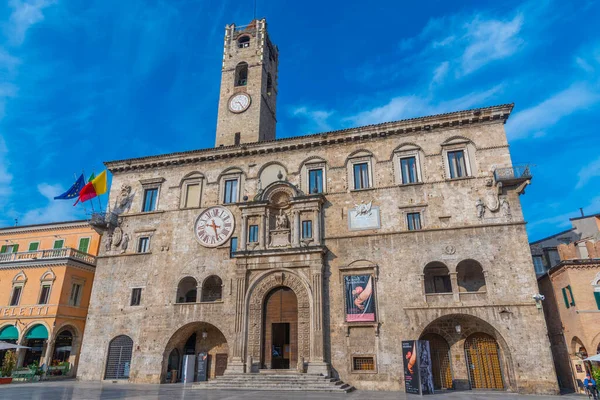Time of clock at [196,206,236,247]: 9:27
